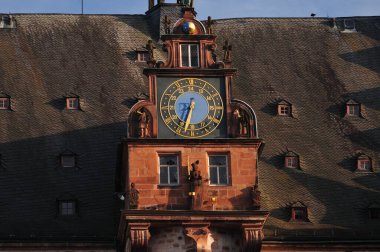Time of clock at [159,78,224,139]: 6:32
